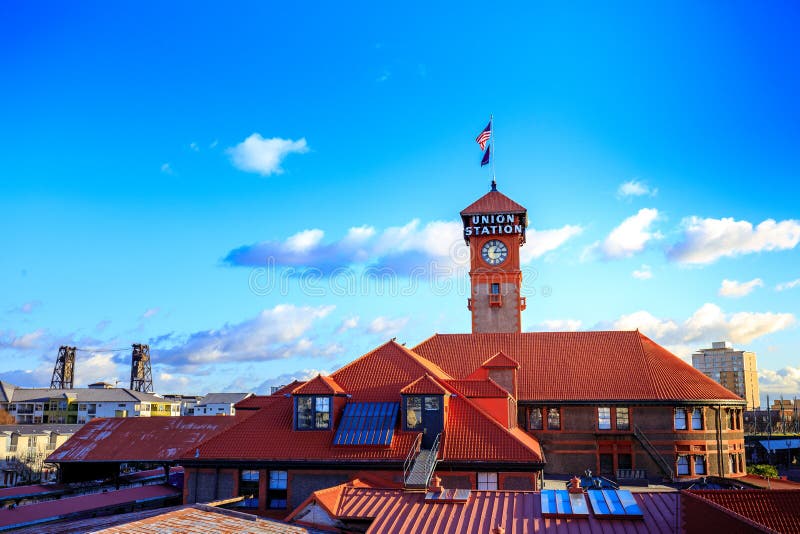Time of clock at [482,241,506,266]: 3:04
